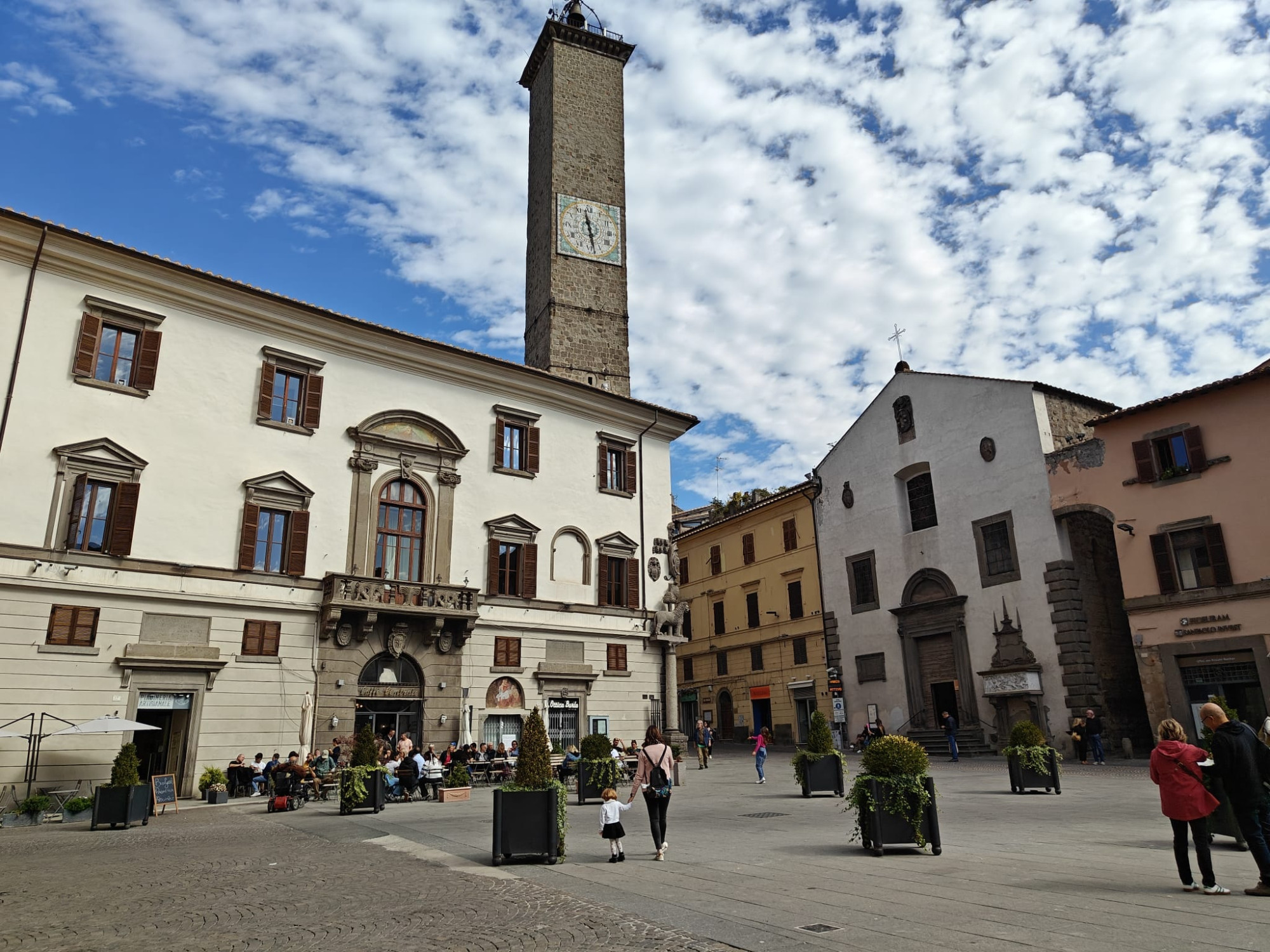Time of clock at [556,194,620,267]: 11:28
